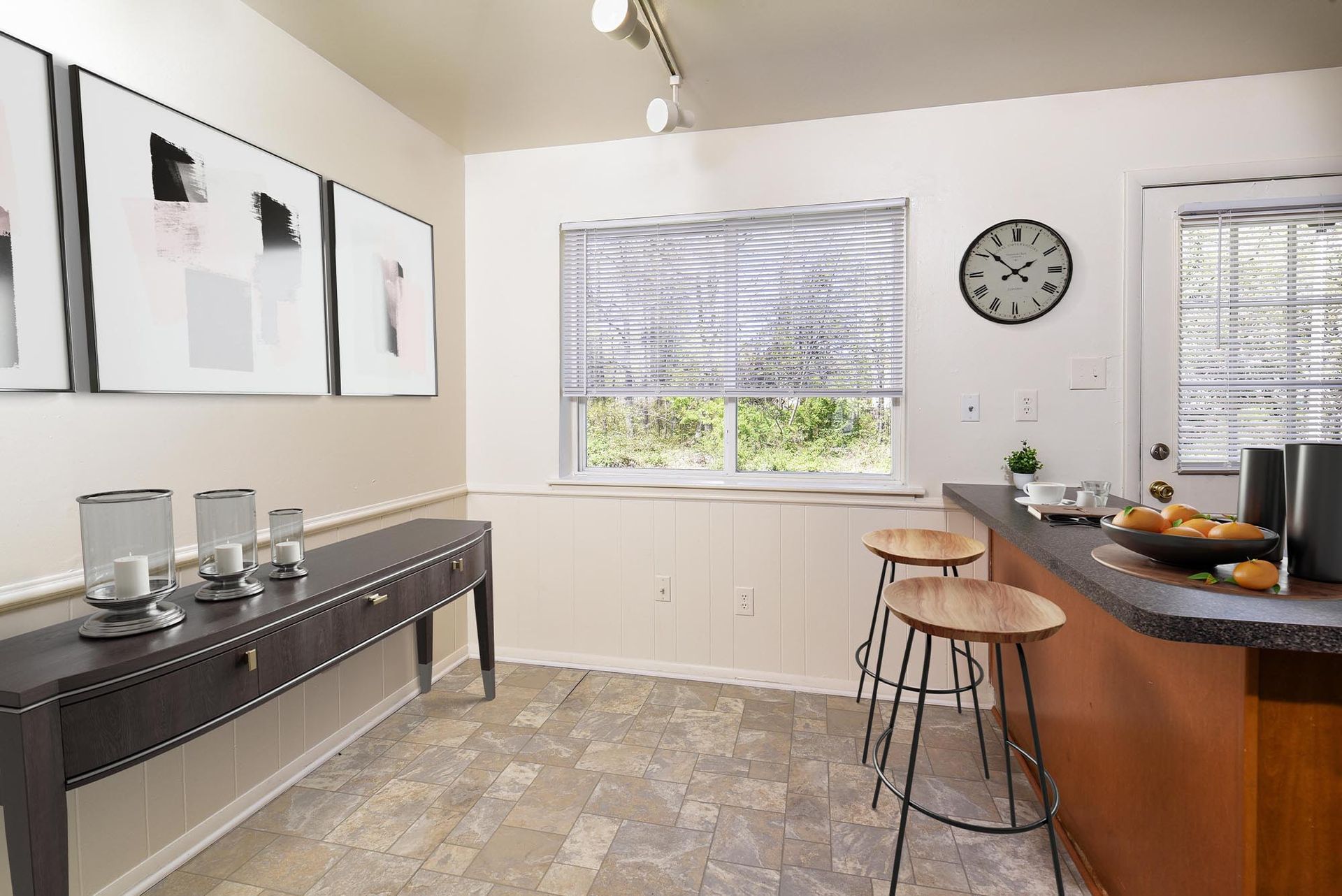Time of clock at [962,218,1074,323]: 1:51
